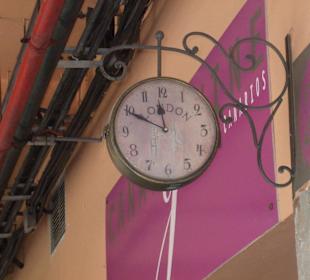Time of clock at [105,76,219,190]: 11:49
